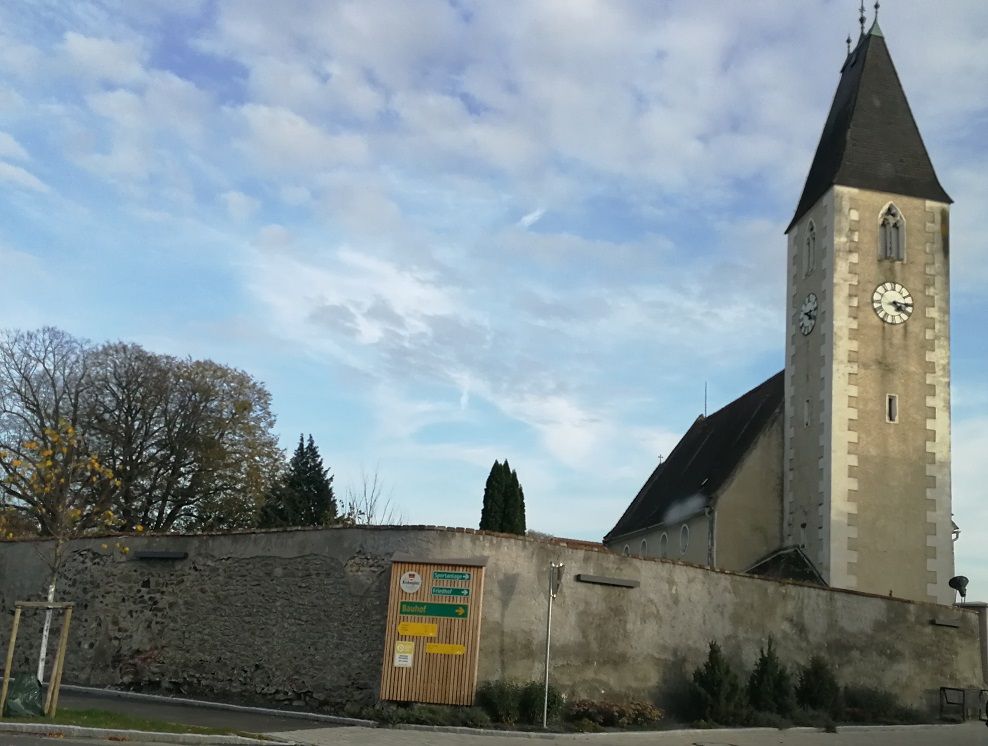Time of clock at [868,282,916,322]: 4:15
